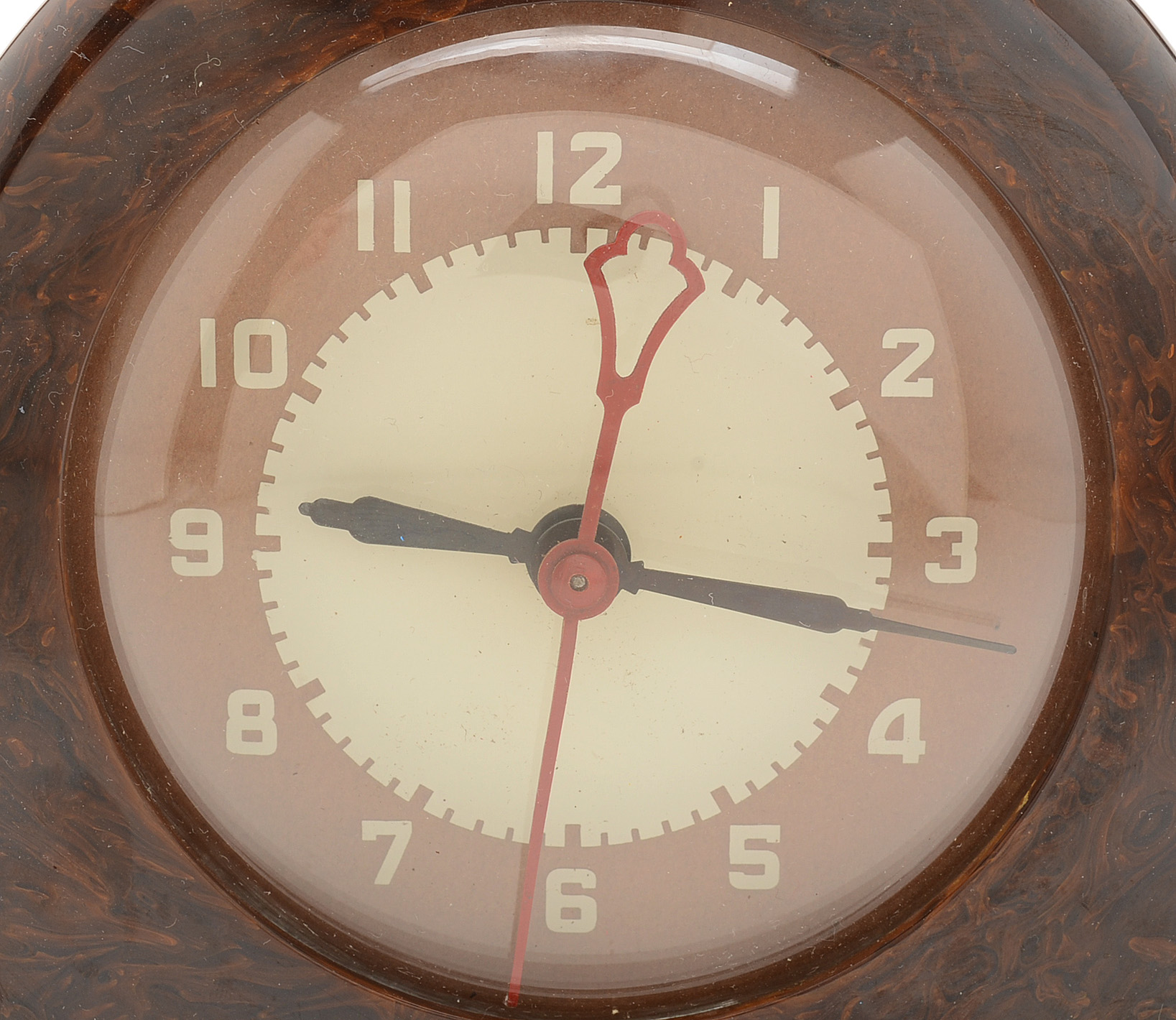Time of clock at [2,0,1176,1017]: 9:17
